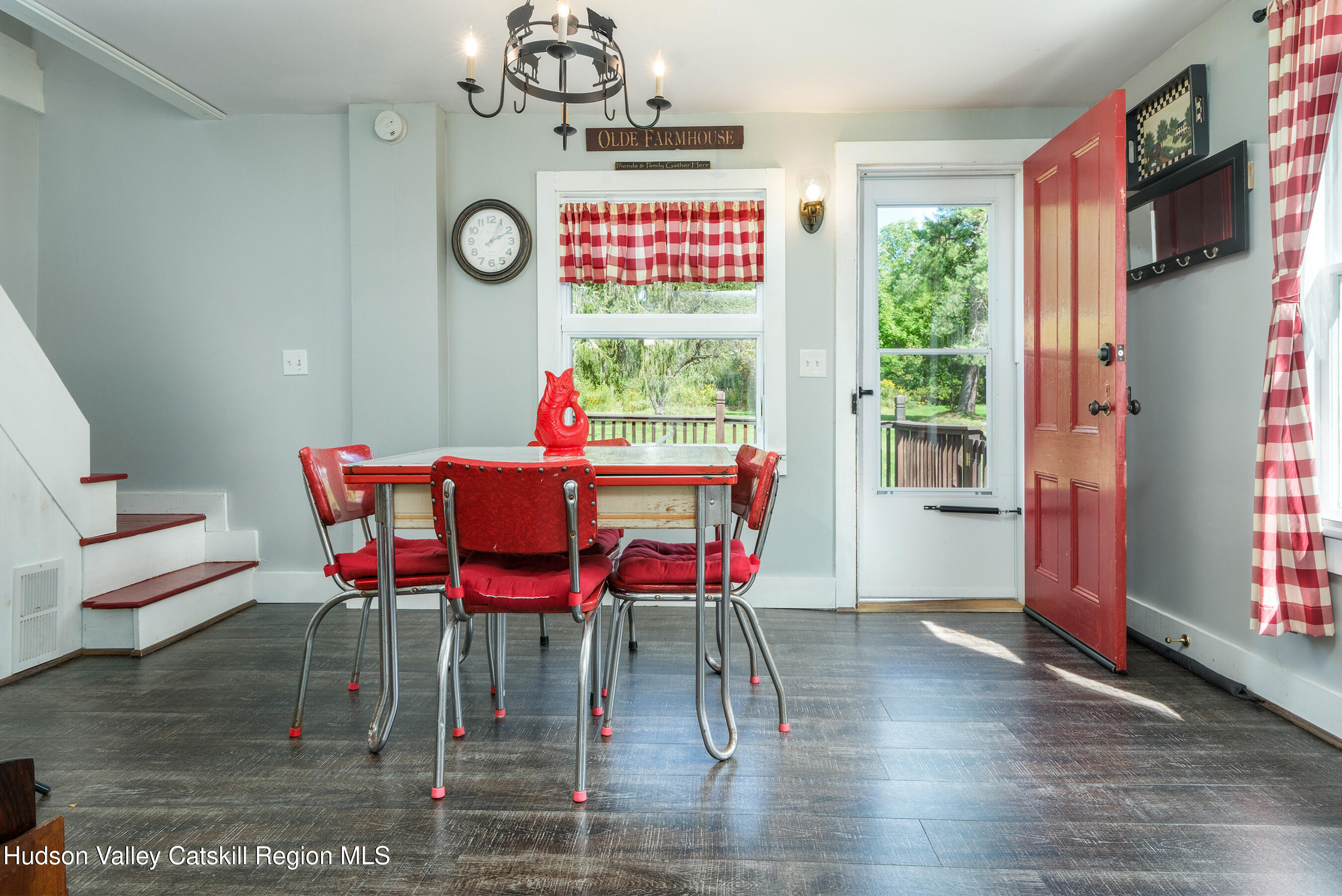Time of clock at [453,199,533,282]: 2:04
